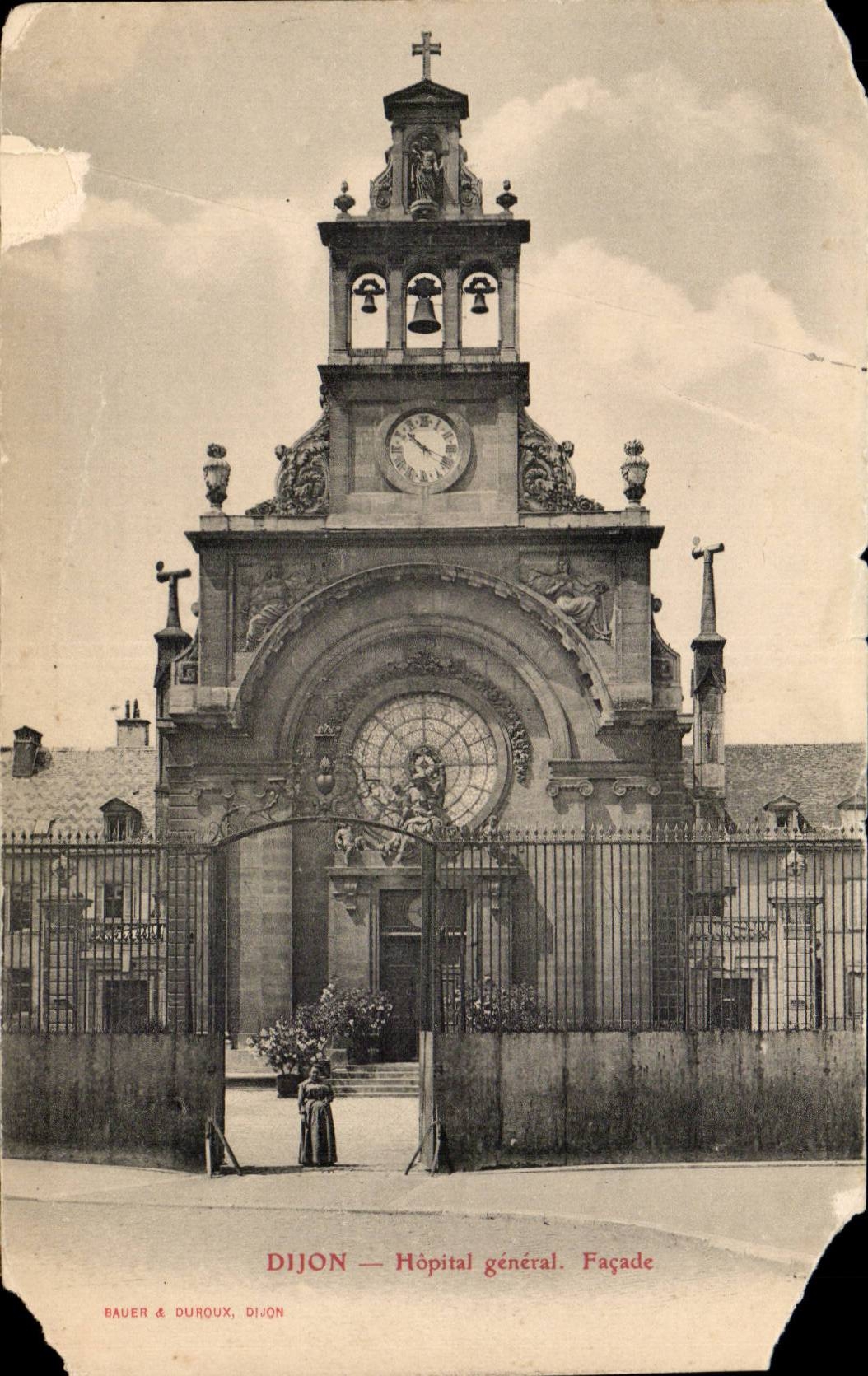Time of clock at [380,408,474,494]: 10:18
